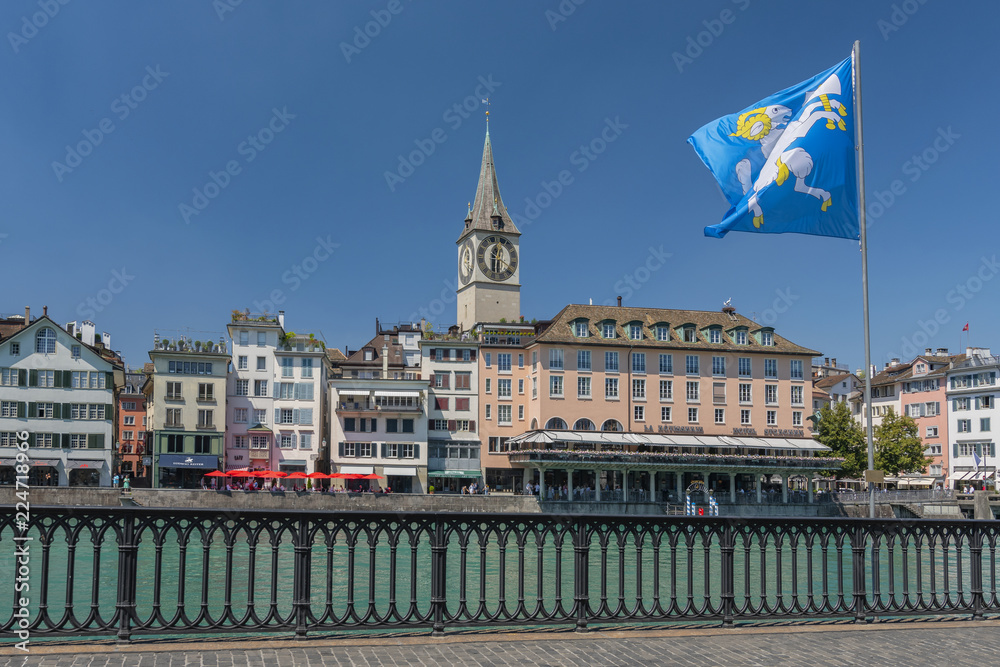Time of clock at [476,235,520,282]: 12:30
